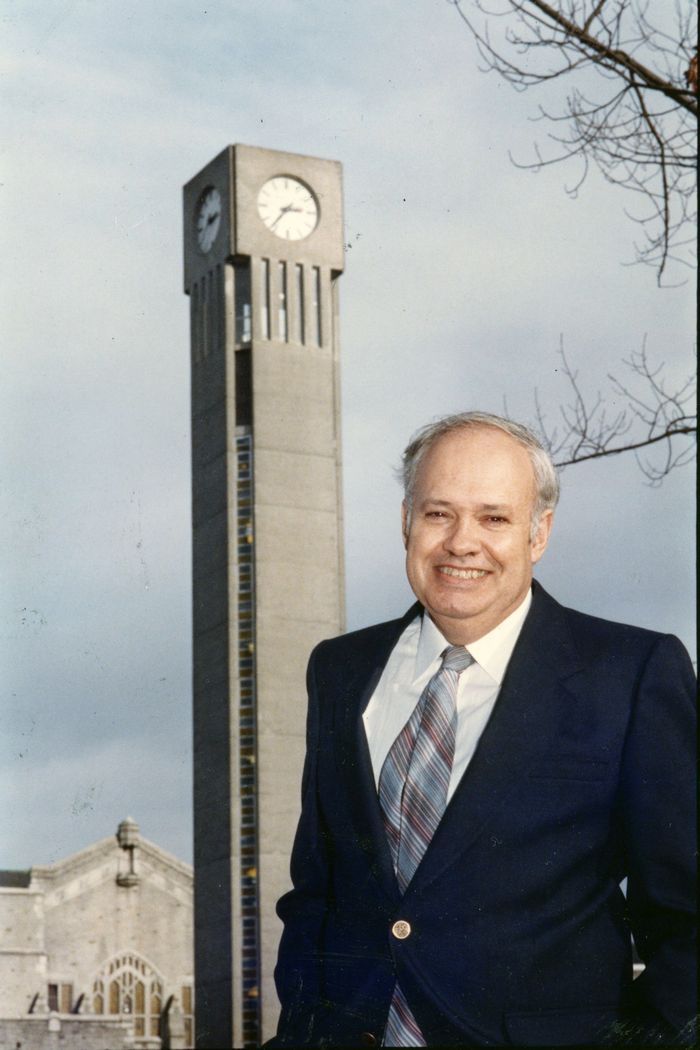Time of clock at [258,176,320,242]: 2:36
